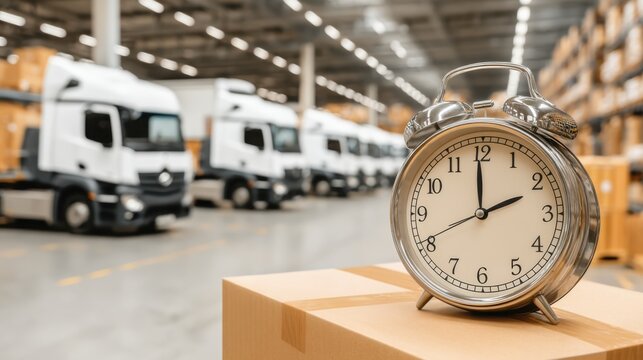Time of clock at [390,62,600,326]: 1:59
